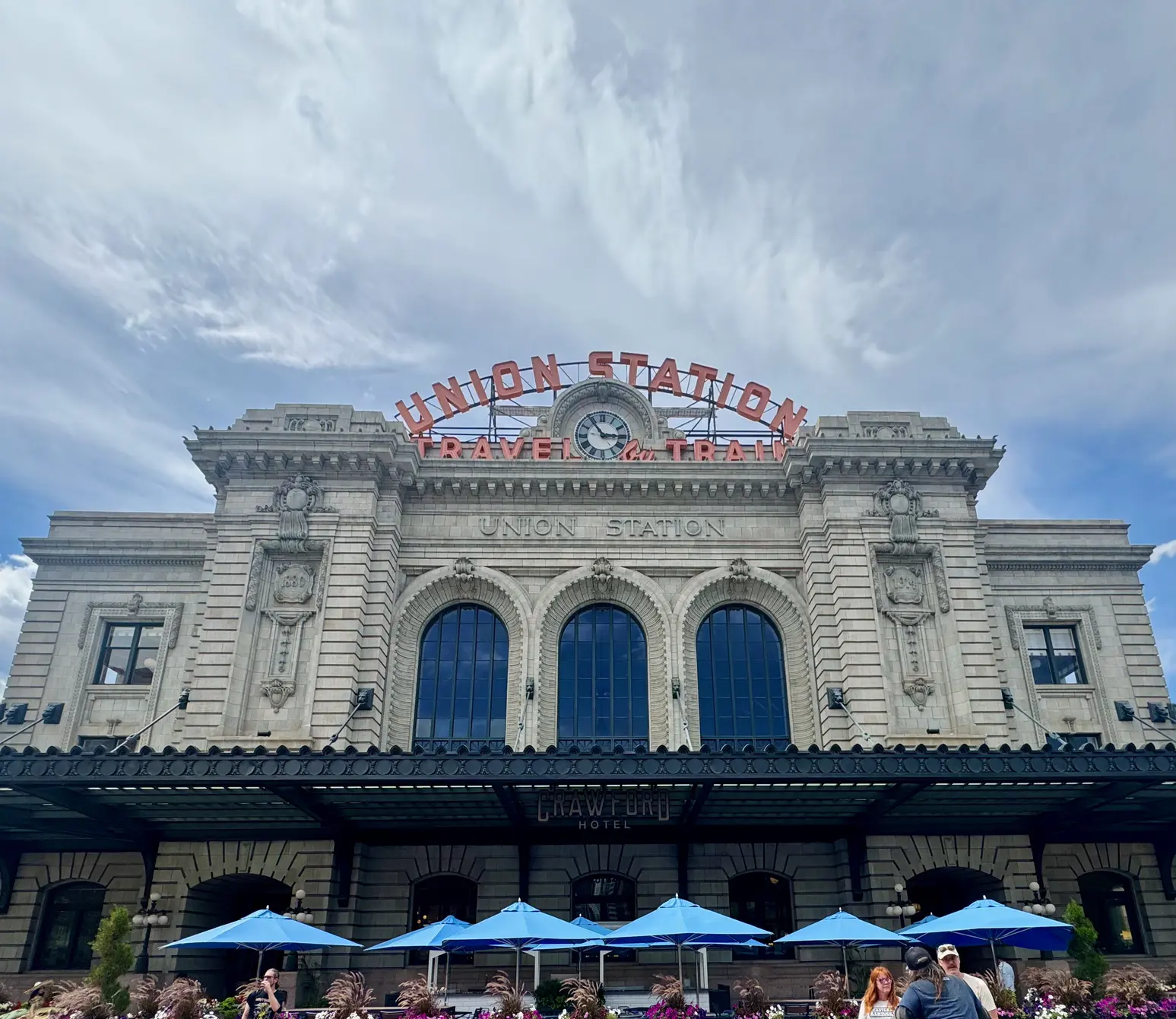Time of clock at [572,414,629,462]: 2:54
